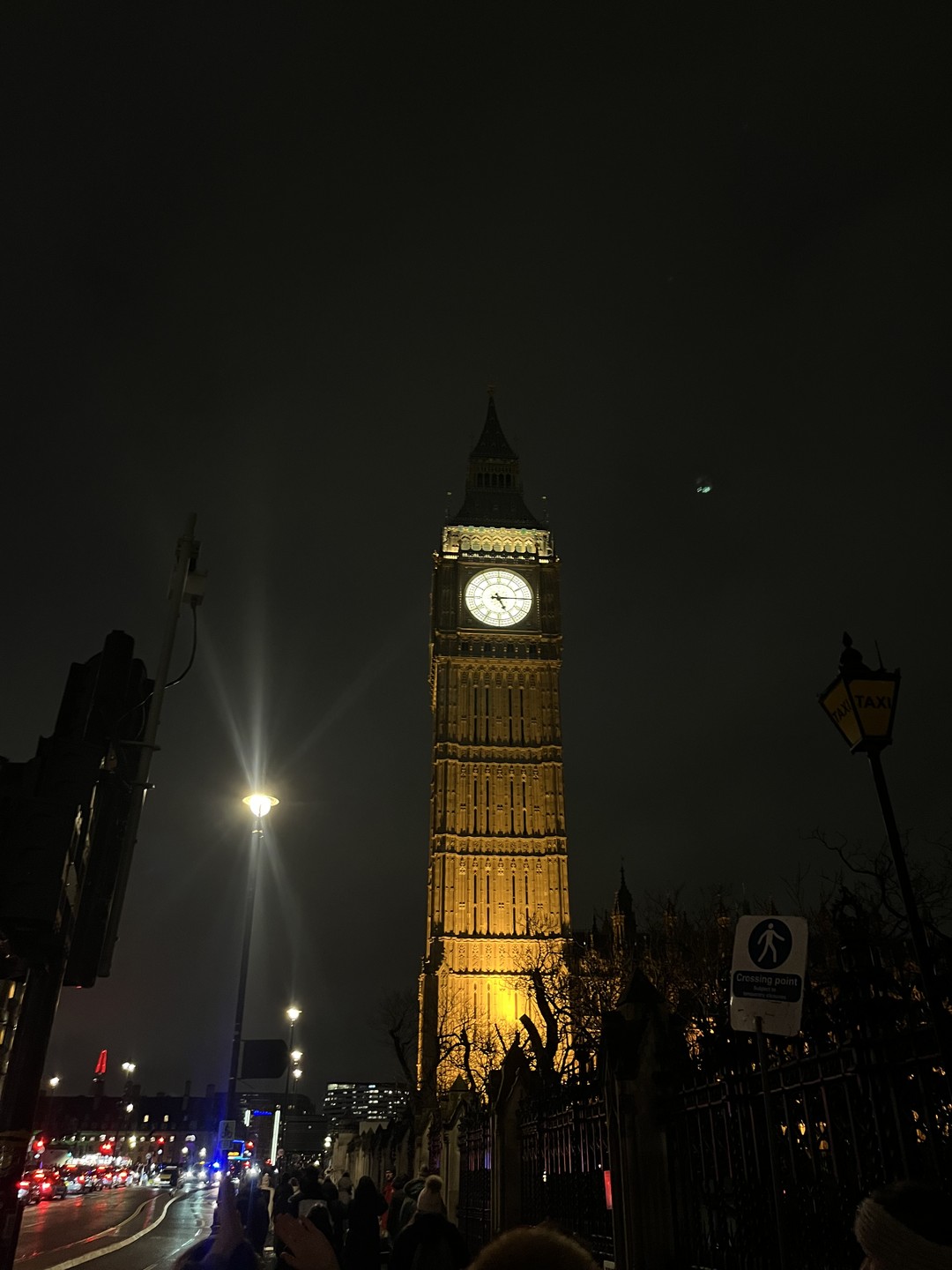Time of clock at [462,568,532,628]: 5:14
